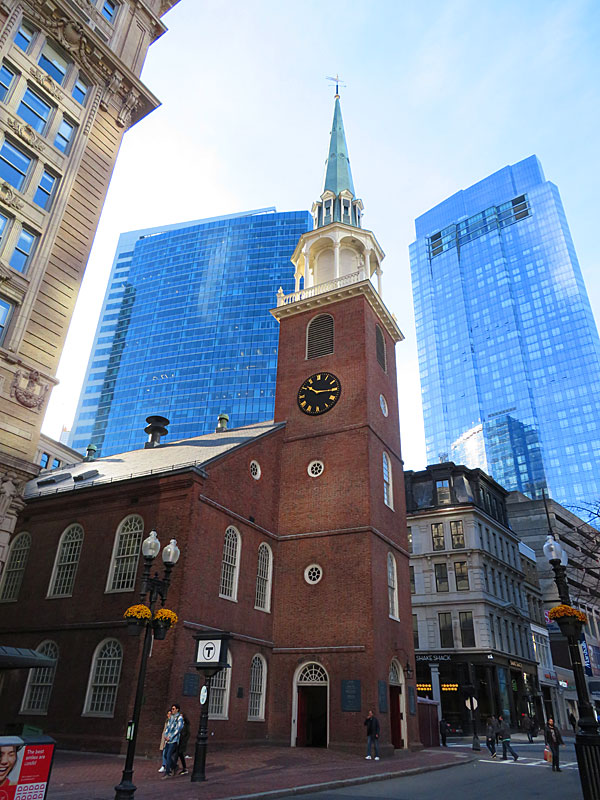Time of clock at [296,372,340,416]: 10:15
